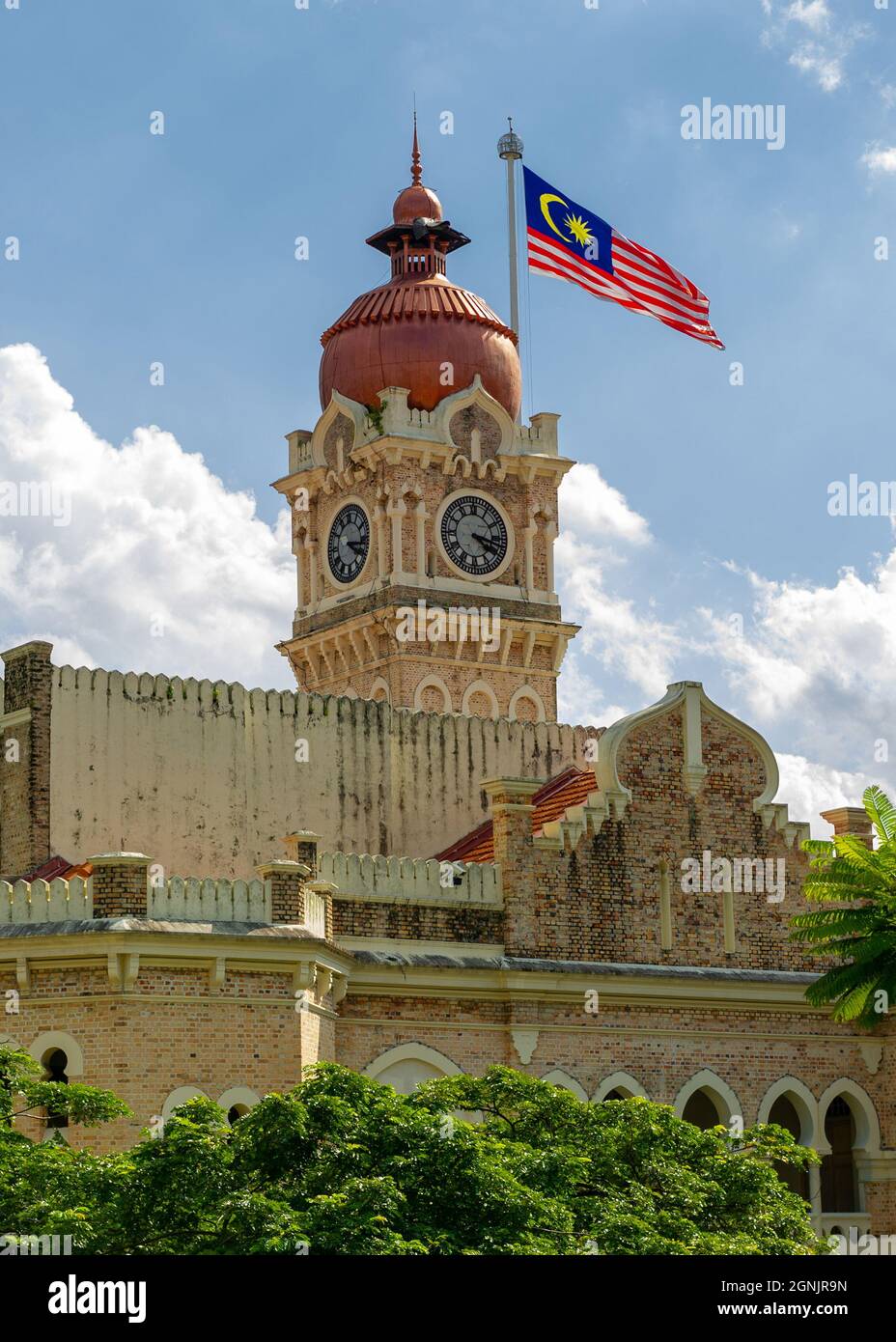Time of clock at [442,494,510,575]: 4:17
